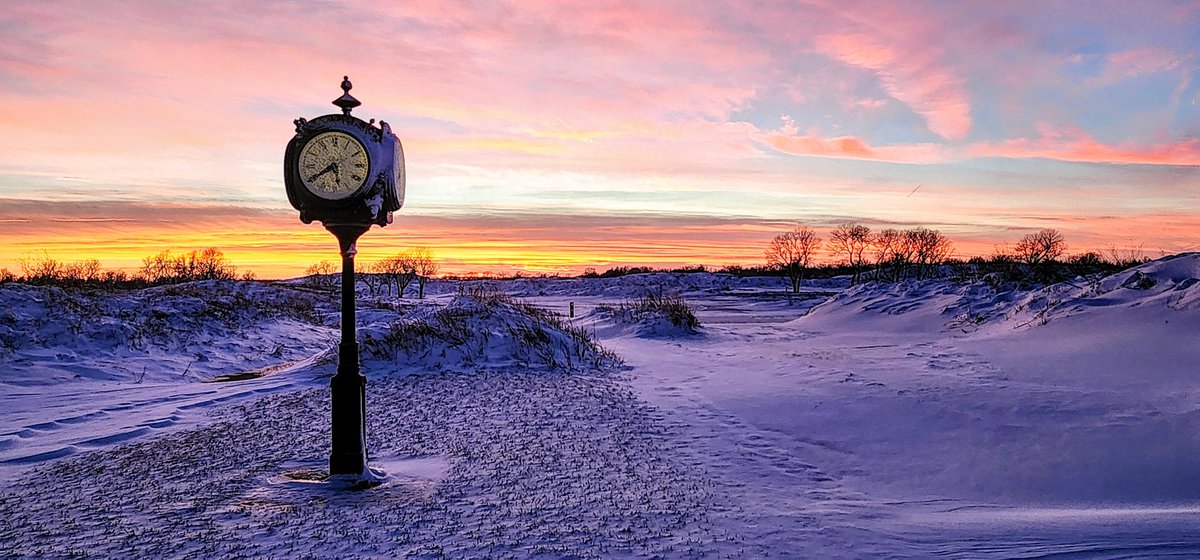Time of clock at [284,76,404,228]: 5:40
